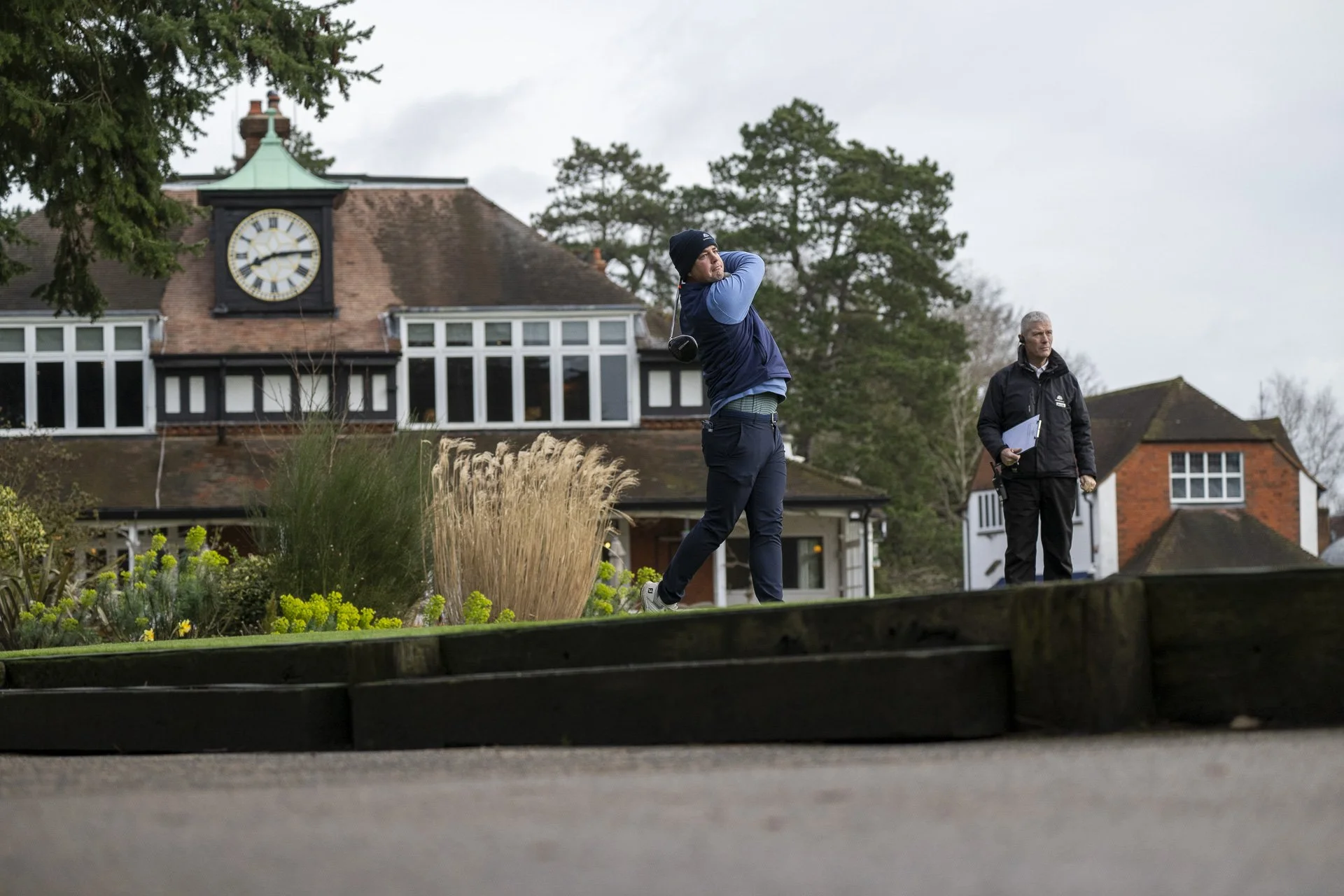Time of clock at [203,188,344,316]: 8:14
